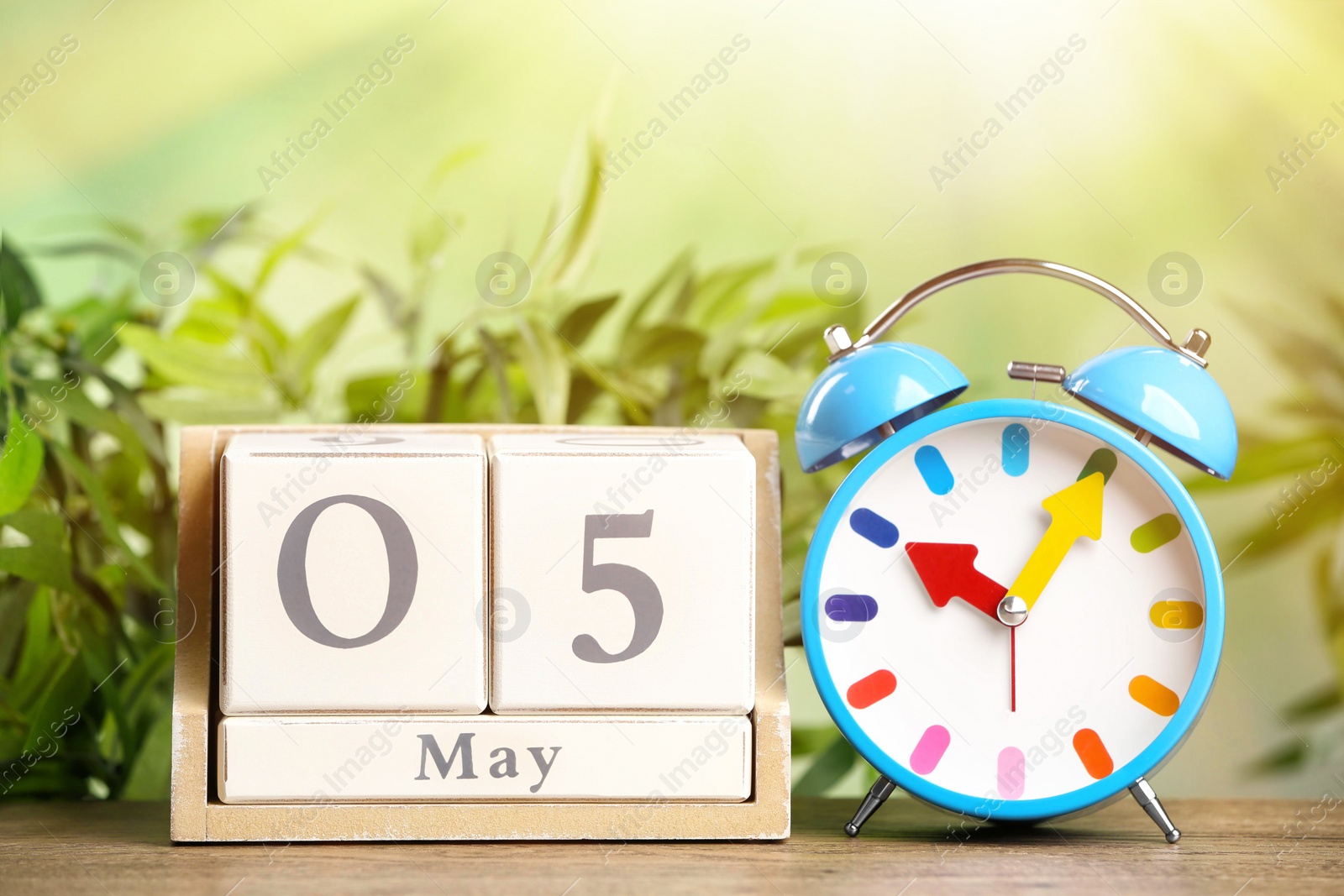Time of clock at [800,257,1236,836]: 10:05
